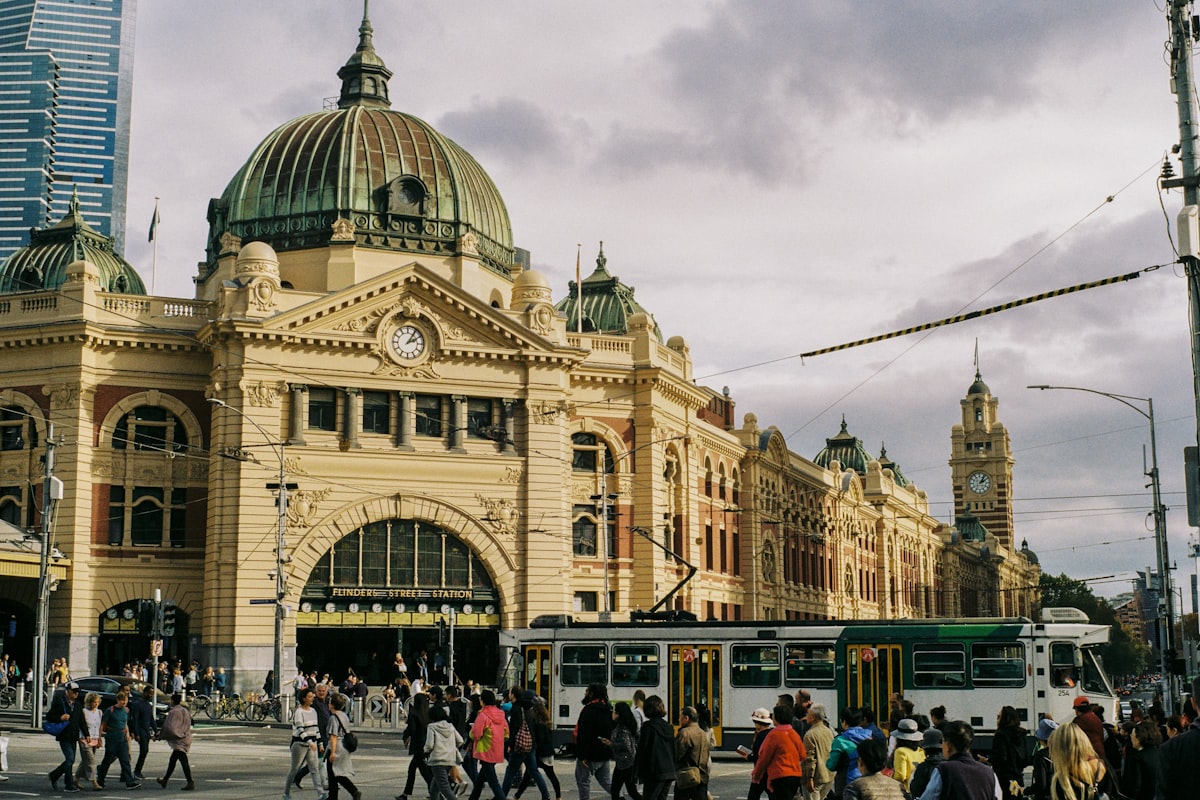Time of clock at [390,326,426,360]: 2:05
